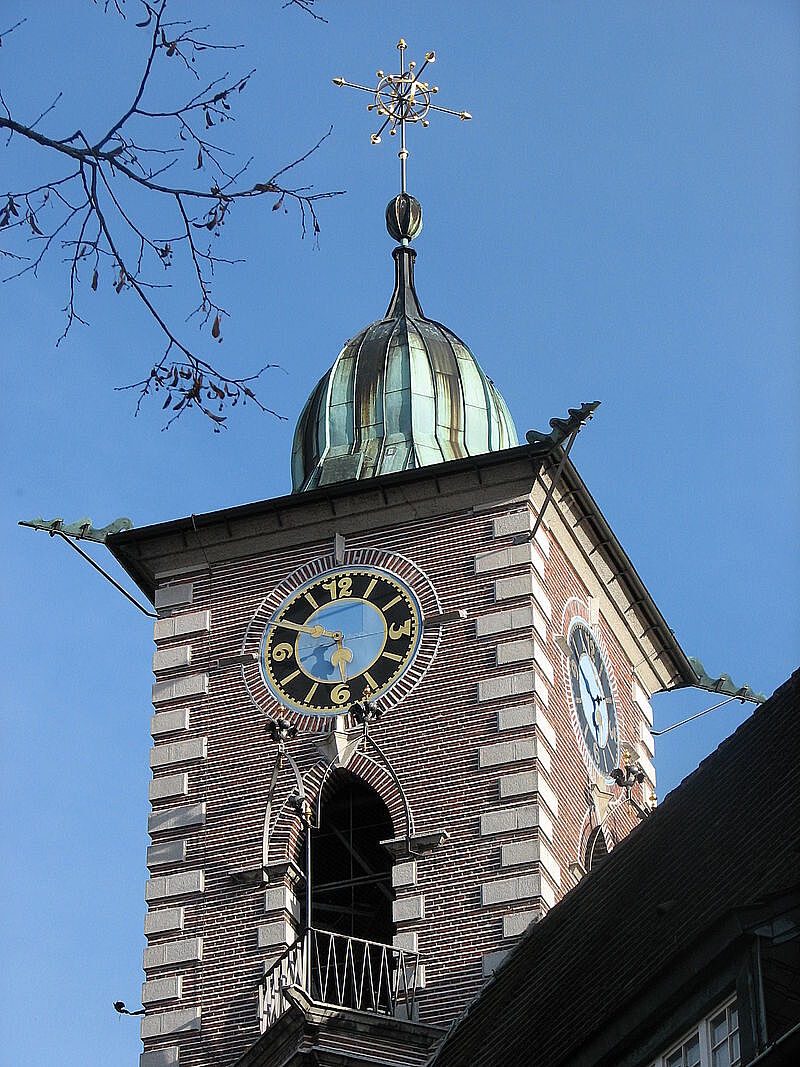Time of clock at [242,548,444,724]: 5:49
